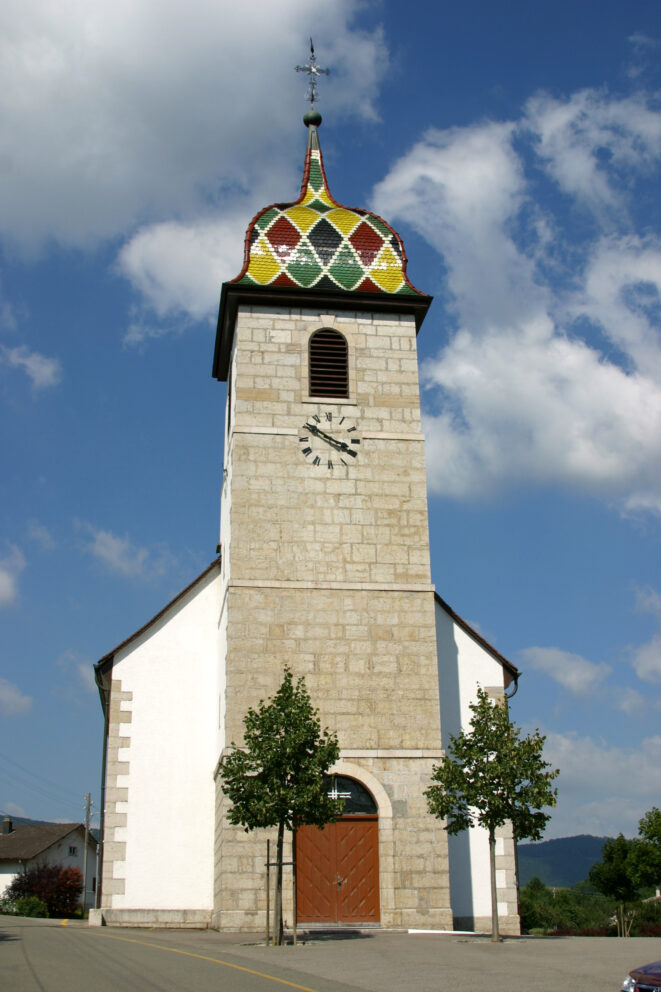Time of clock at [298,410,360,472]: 3:50
